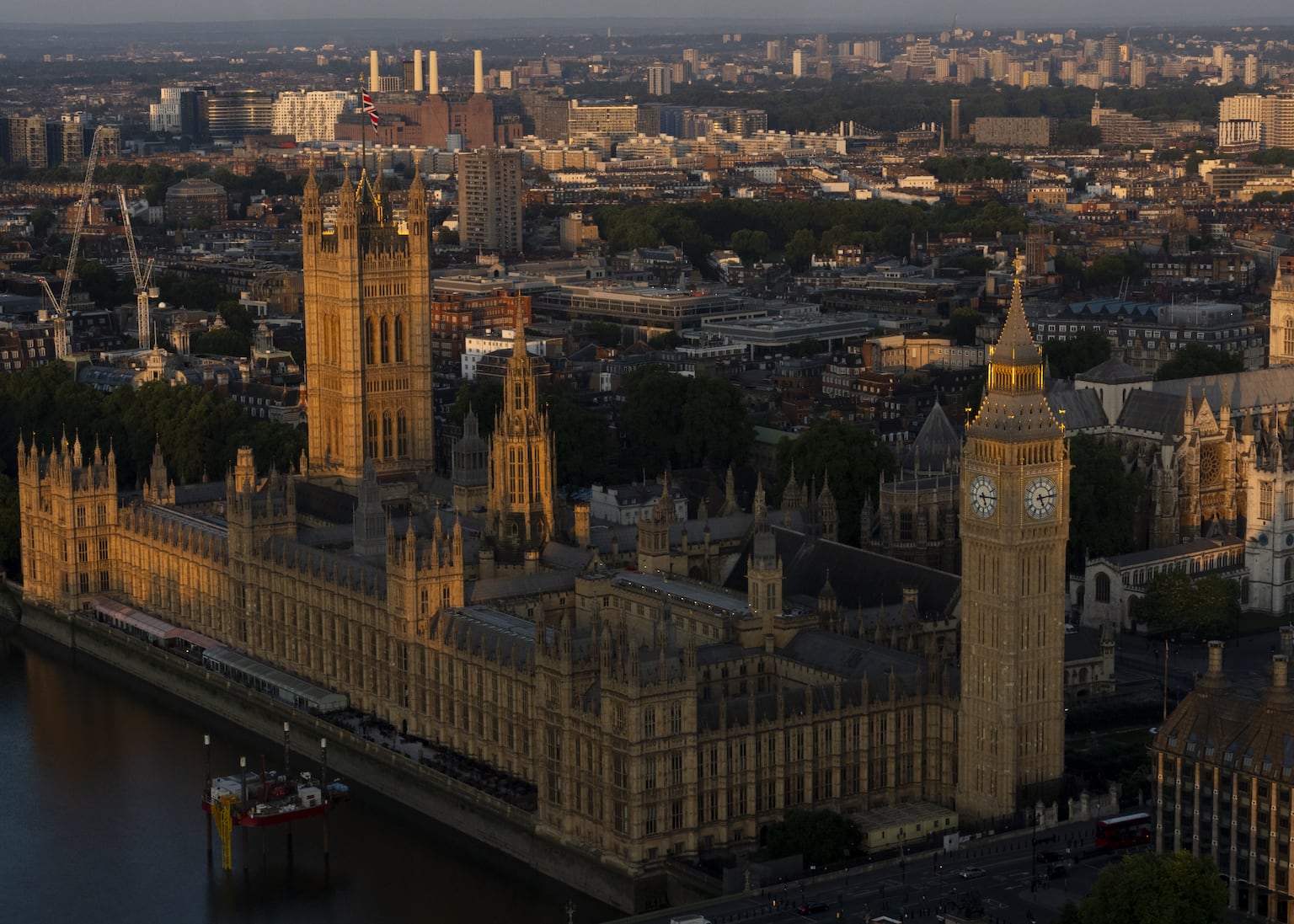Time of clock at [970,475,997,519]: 5:15
